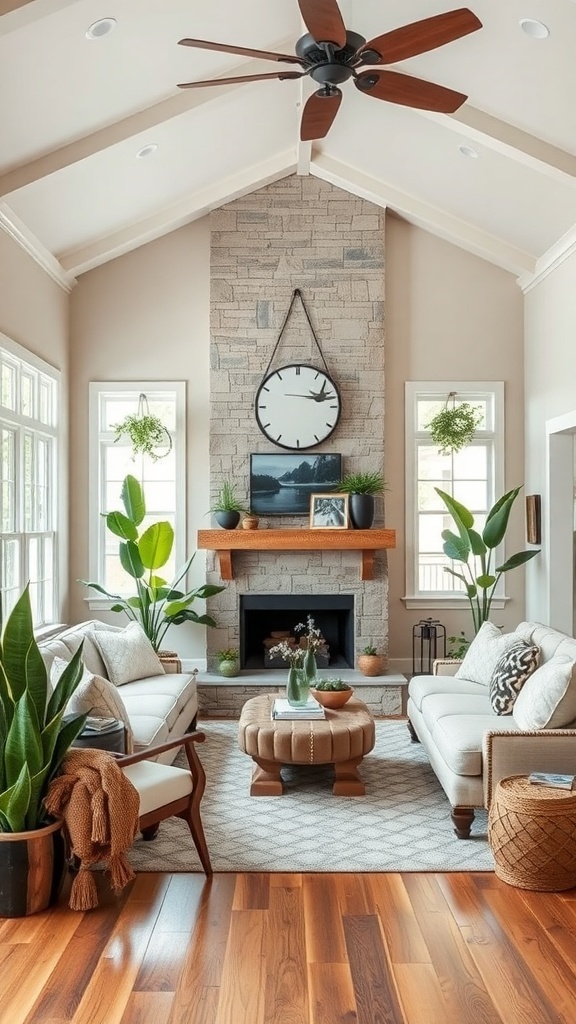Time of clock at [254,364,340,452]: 2:12
